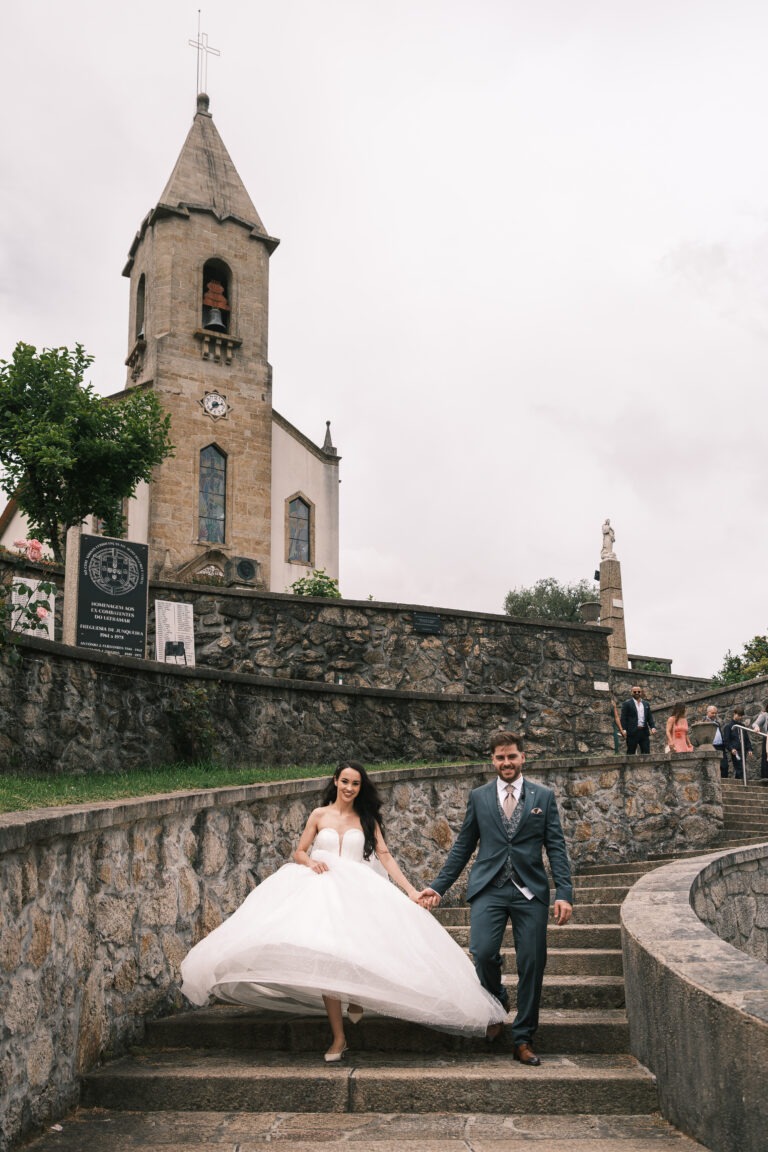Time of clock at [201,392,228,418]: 2:36
